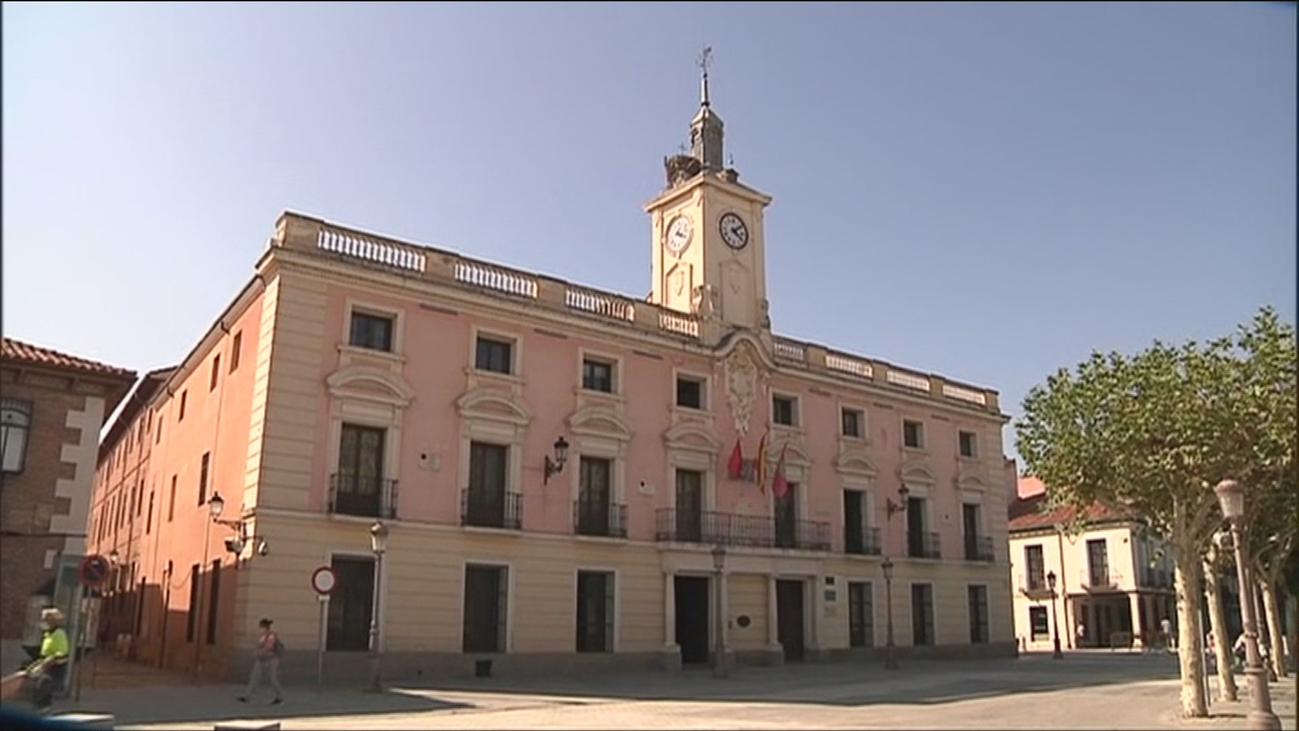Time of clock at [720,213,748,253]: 4:08
